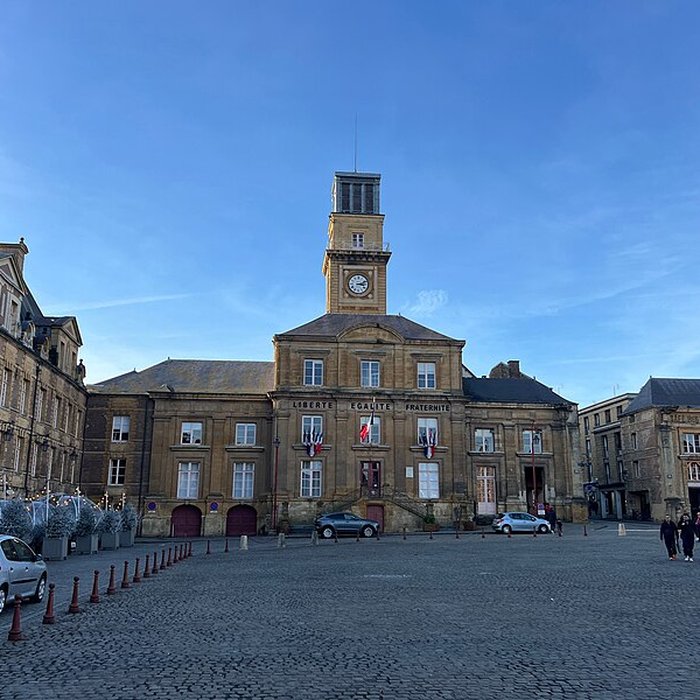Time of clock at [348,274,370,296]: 3:11
